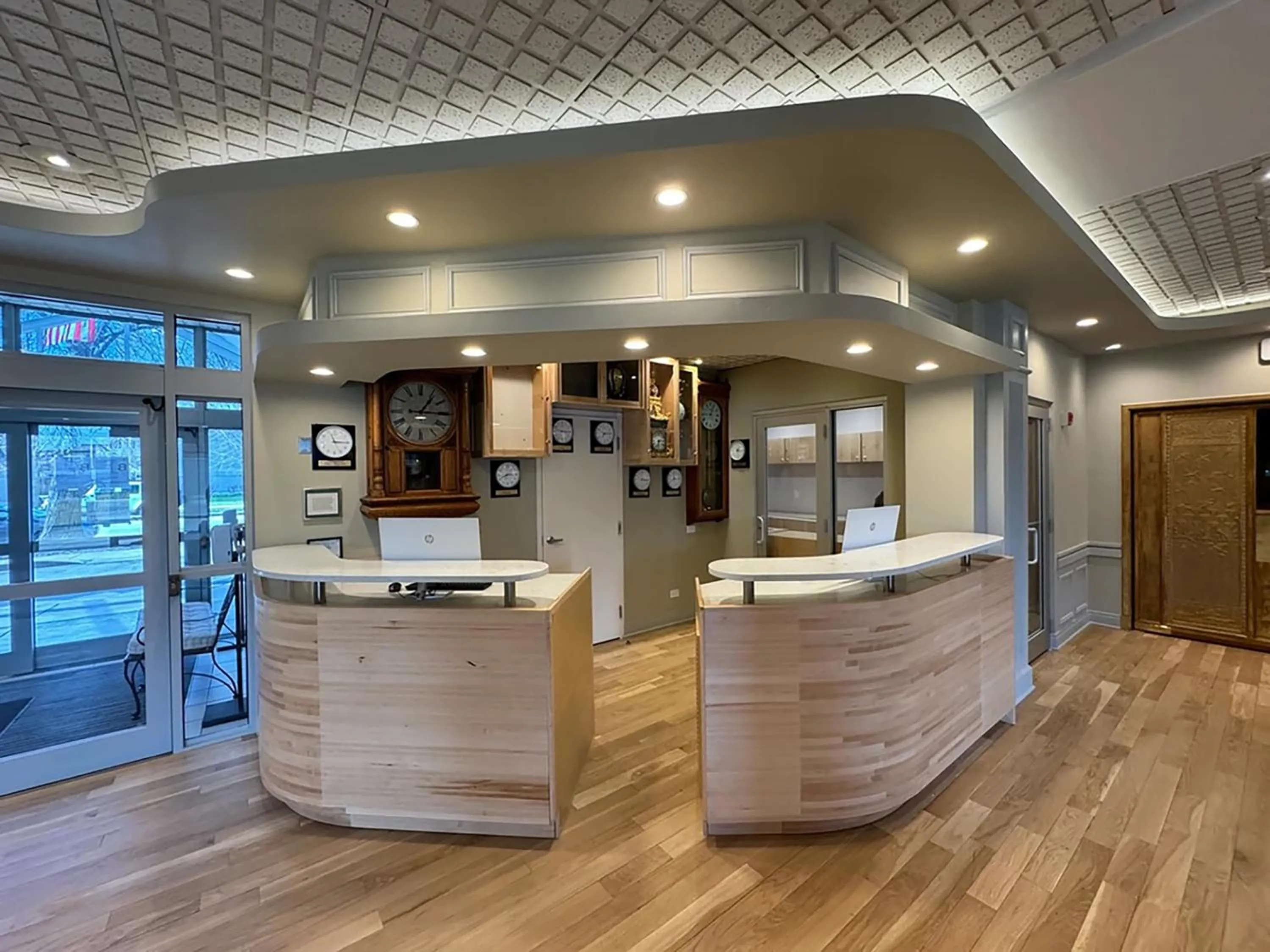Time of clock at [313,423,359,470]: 11:15
